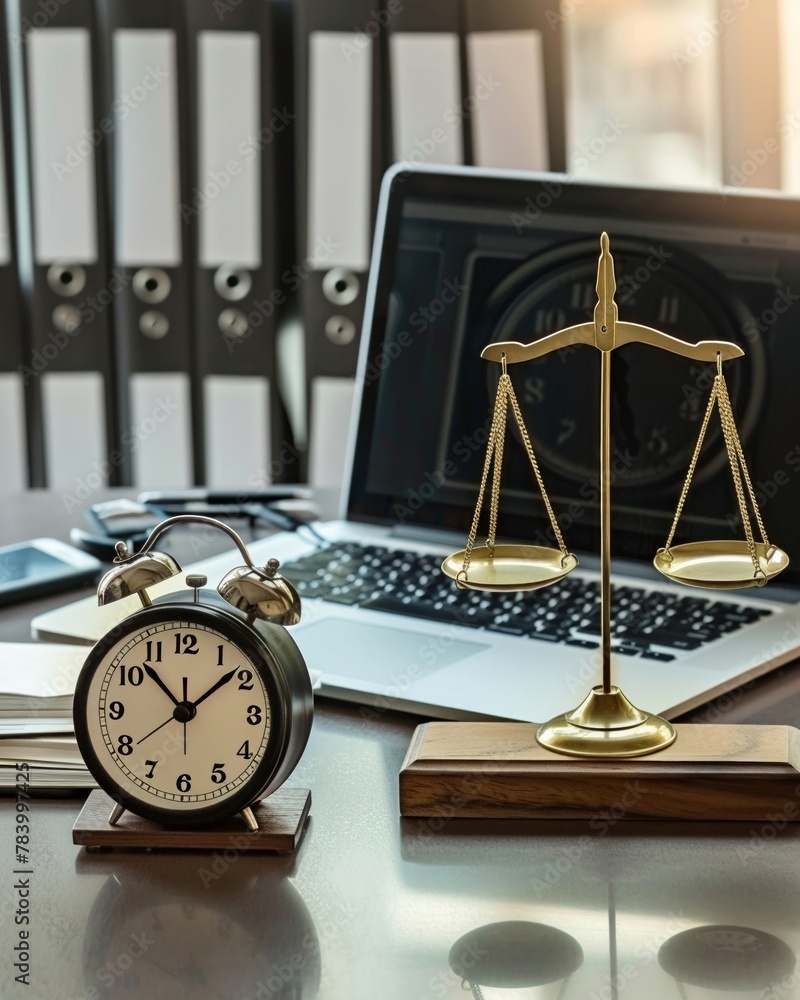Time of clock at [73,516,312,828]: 1:52
